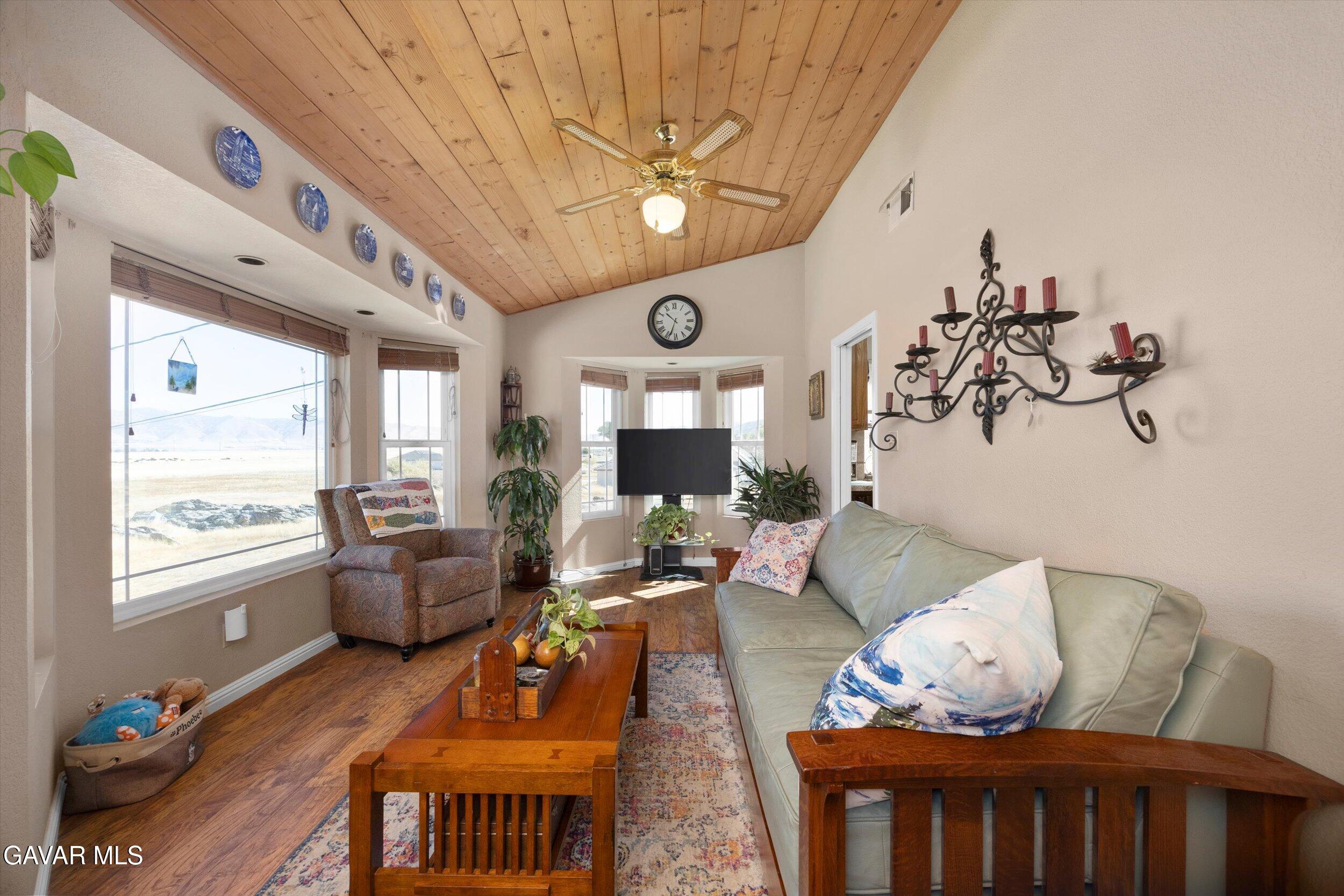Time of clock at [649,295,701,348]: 10:33
